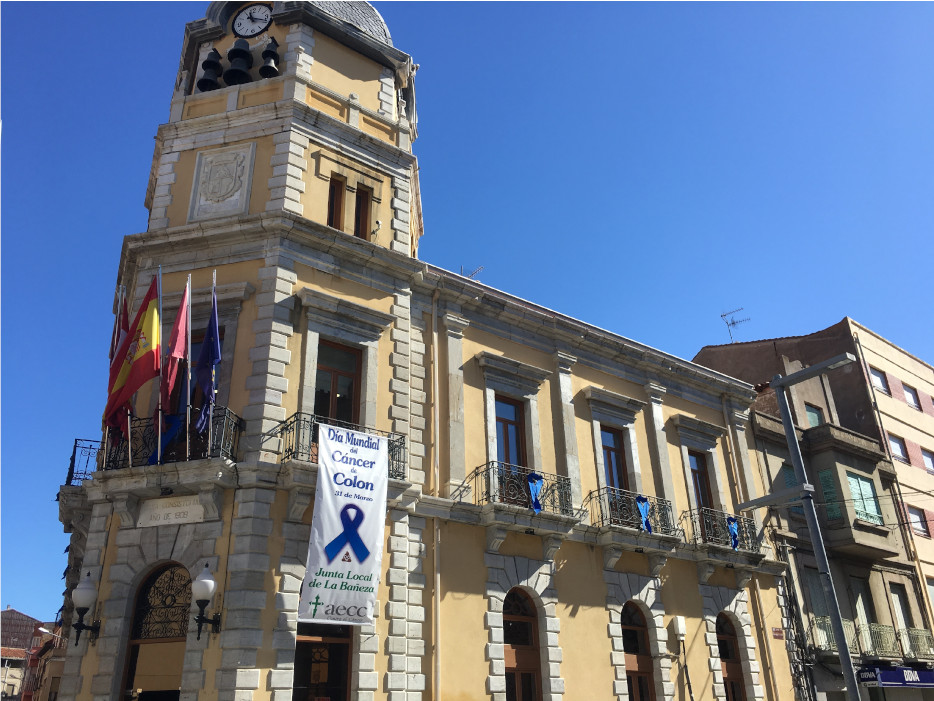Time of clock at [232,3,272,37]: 11:18
